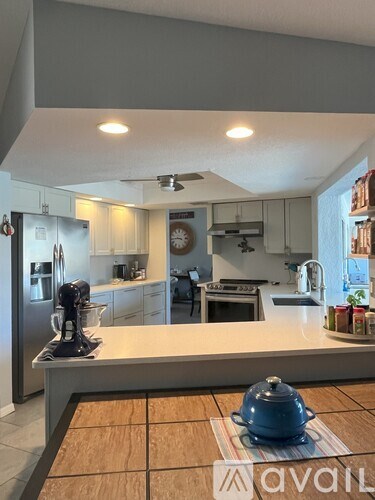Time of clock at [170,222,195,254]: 3:43
